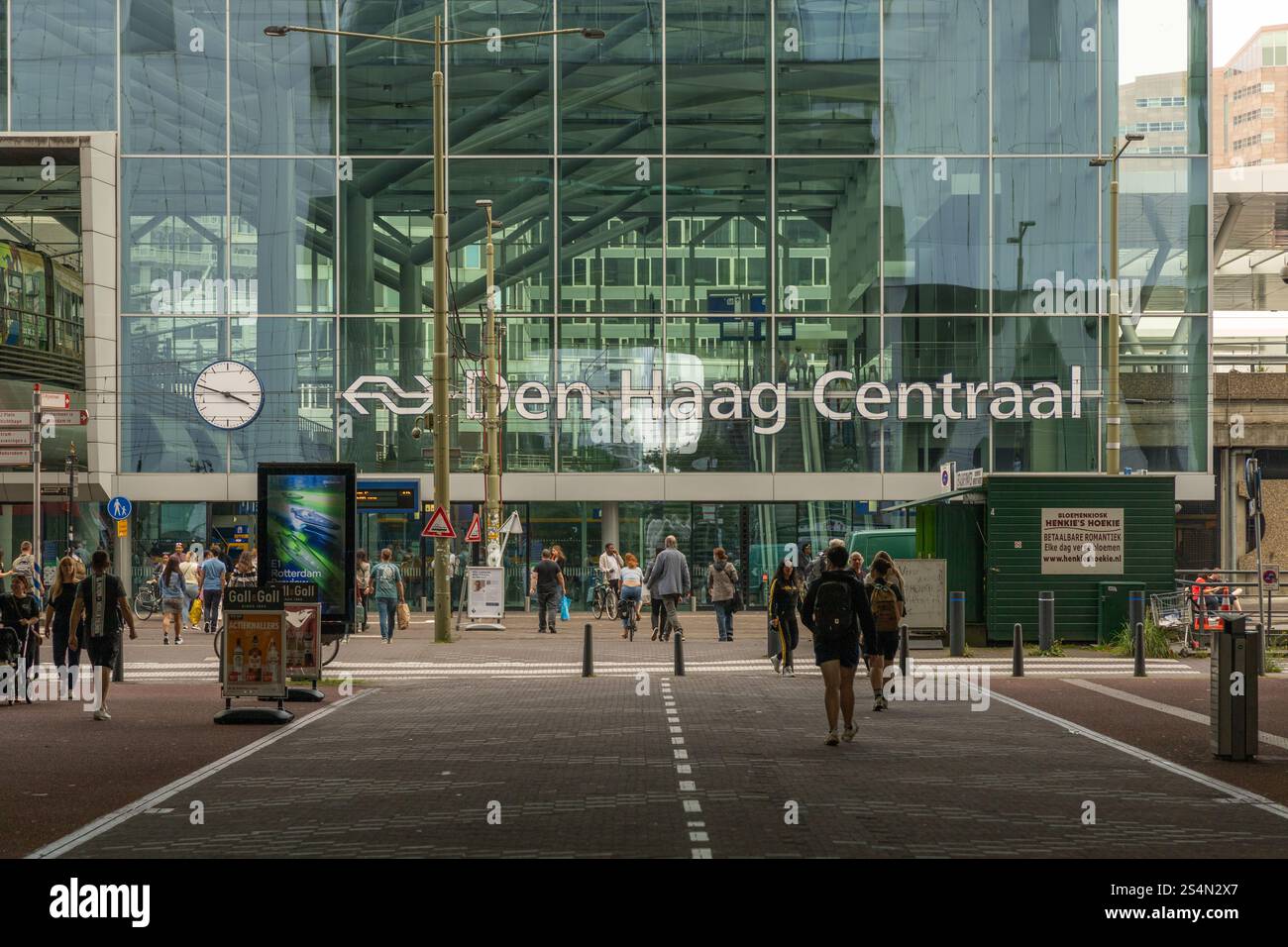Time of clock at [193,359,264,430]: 3:47
